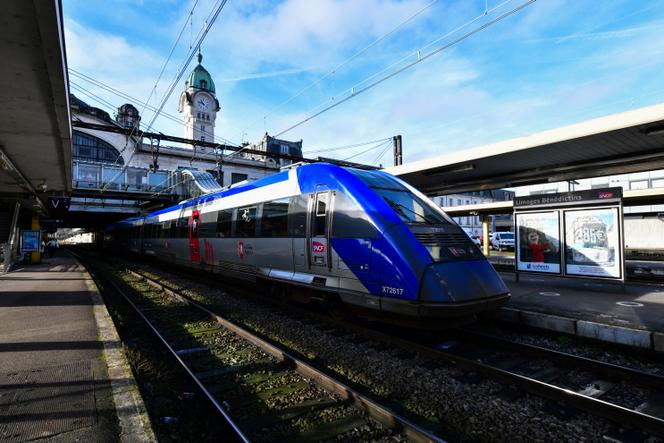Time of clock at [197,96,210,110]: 10:47
